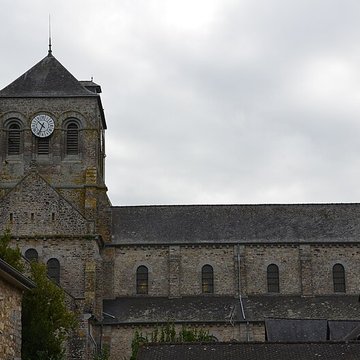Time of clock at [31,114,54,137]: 10:34
